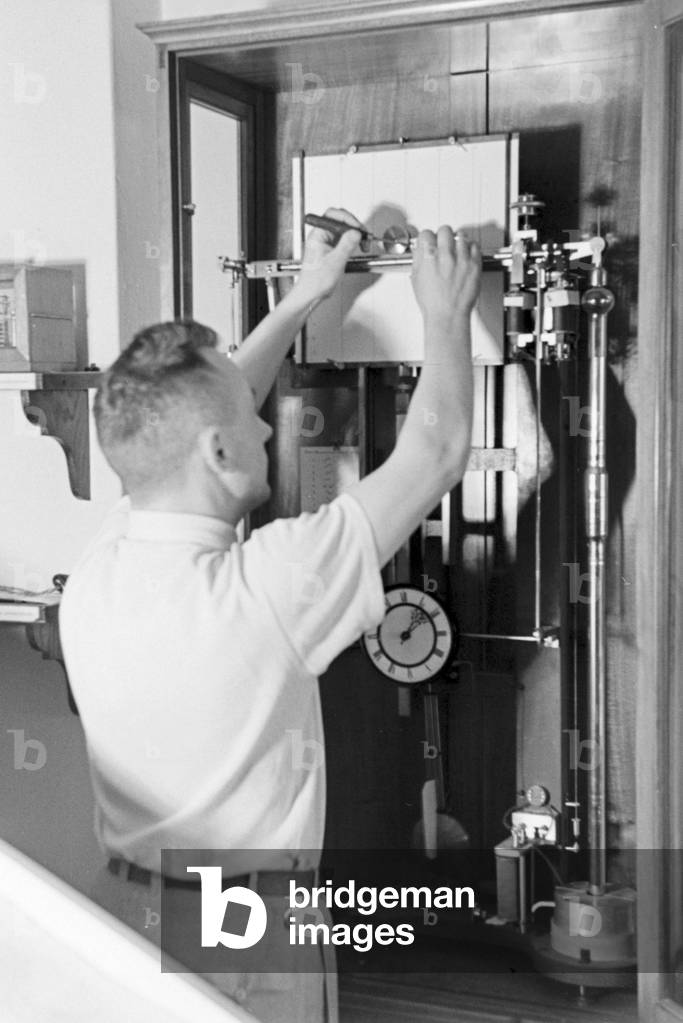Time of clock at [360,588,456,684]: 1:08
